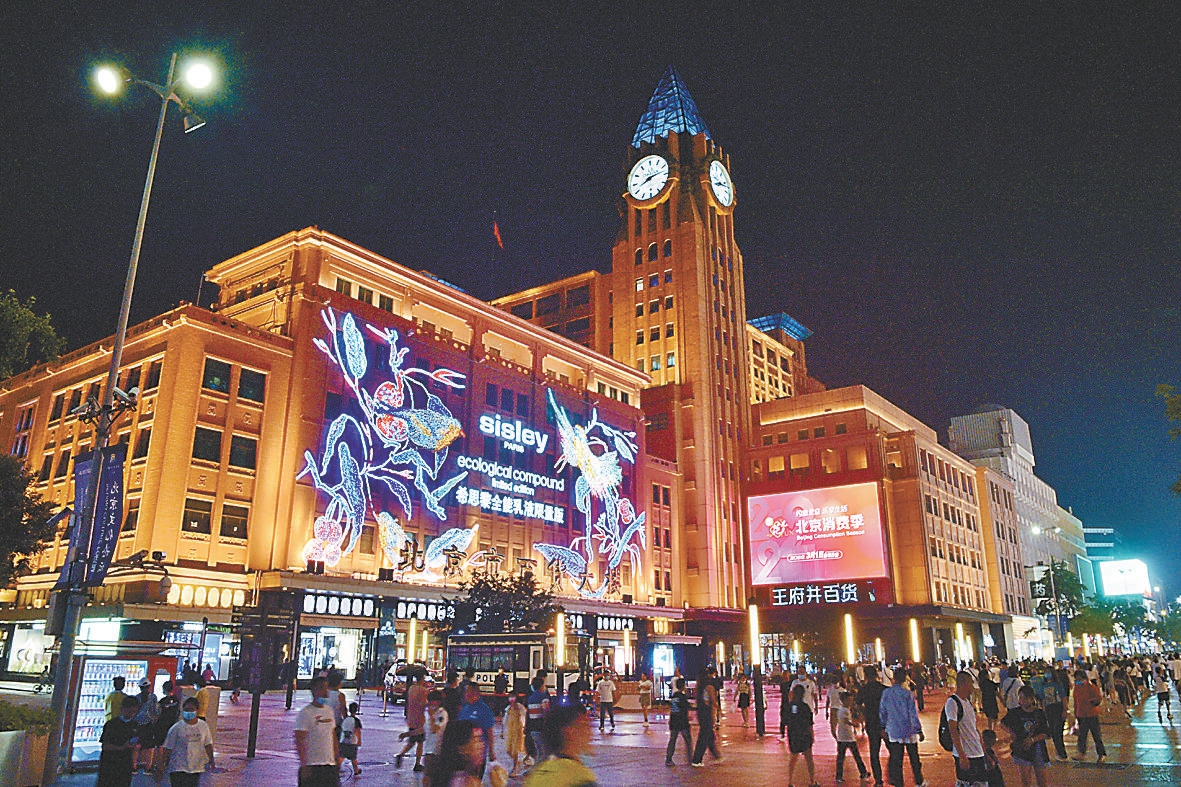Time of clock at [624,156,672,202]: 8:12
